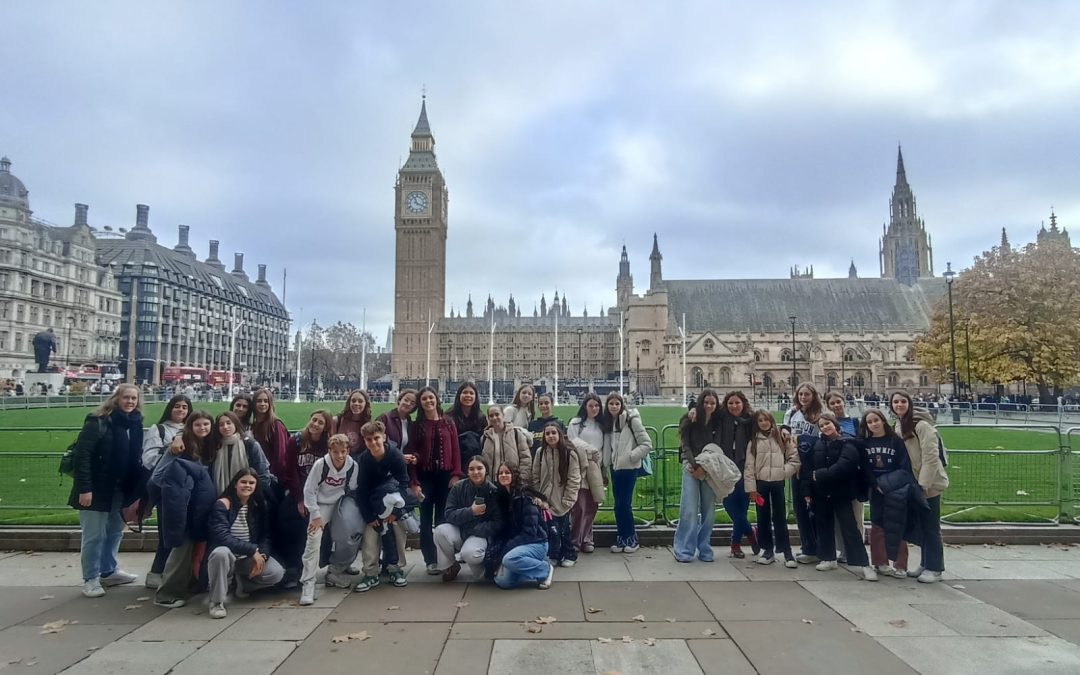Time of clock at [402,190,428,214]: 11:18
